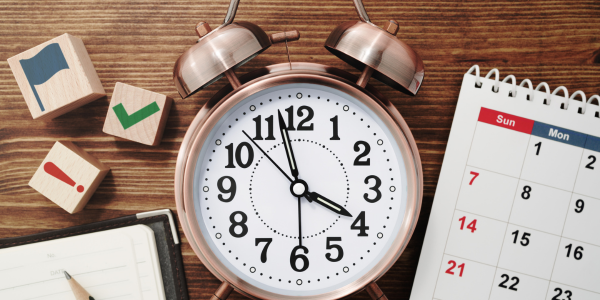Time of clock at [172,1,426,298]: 3:57
